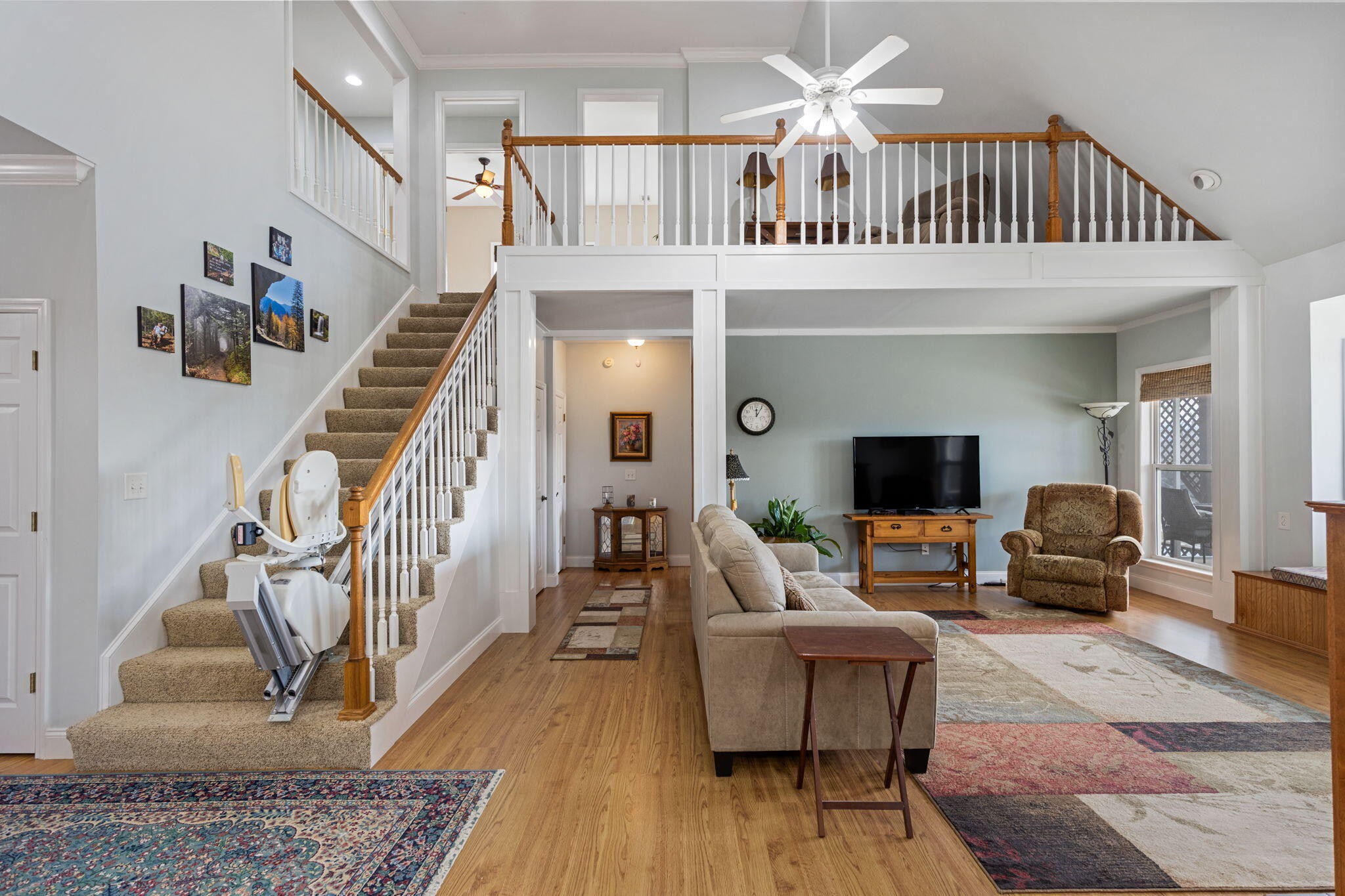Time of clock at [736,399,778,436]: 12:05
